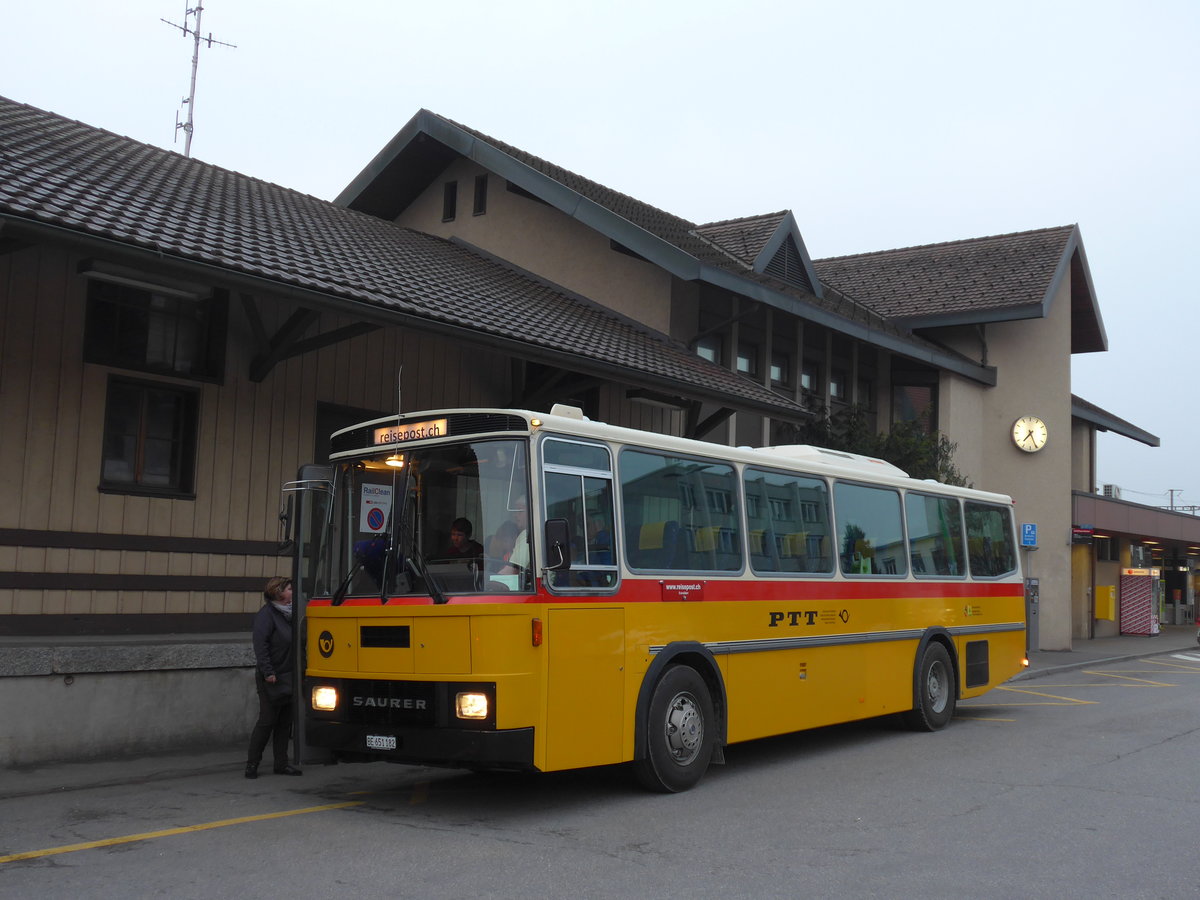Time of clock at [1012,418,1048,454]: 7:25
